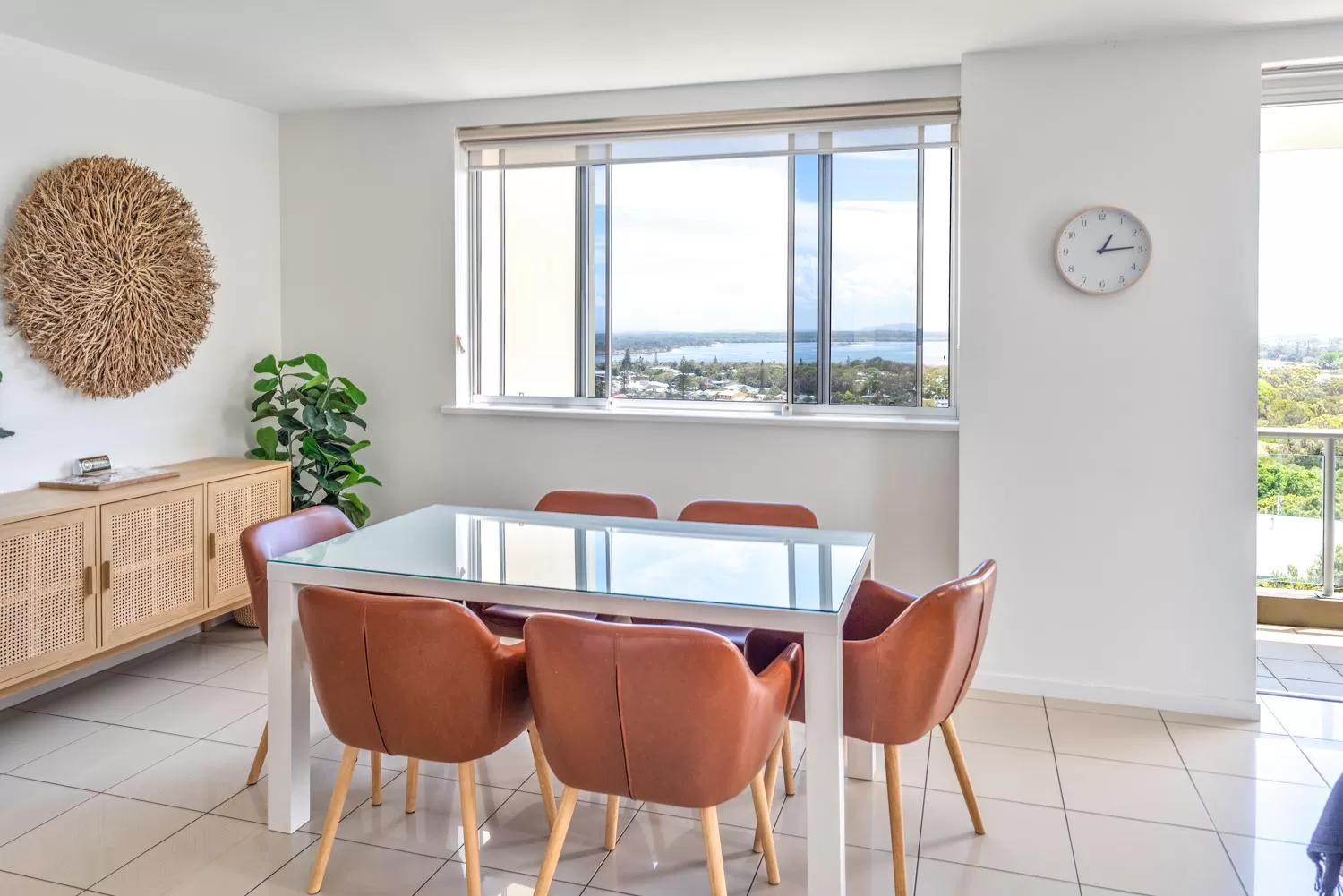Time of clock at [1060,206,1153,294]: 1:13
